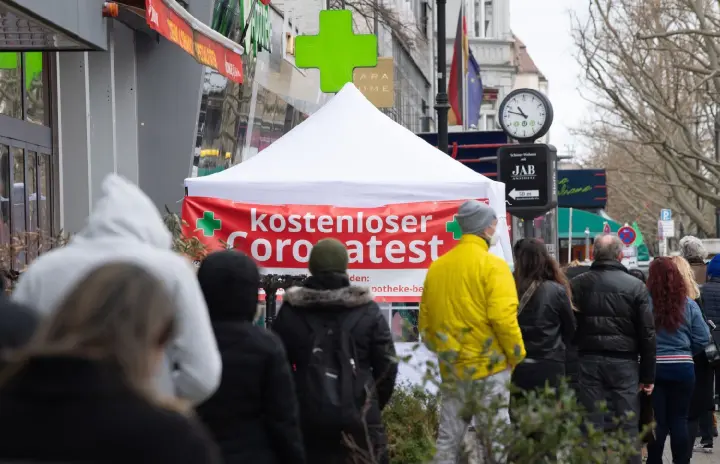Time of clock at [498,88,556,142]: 10:47
